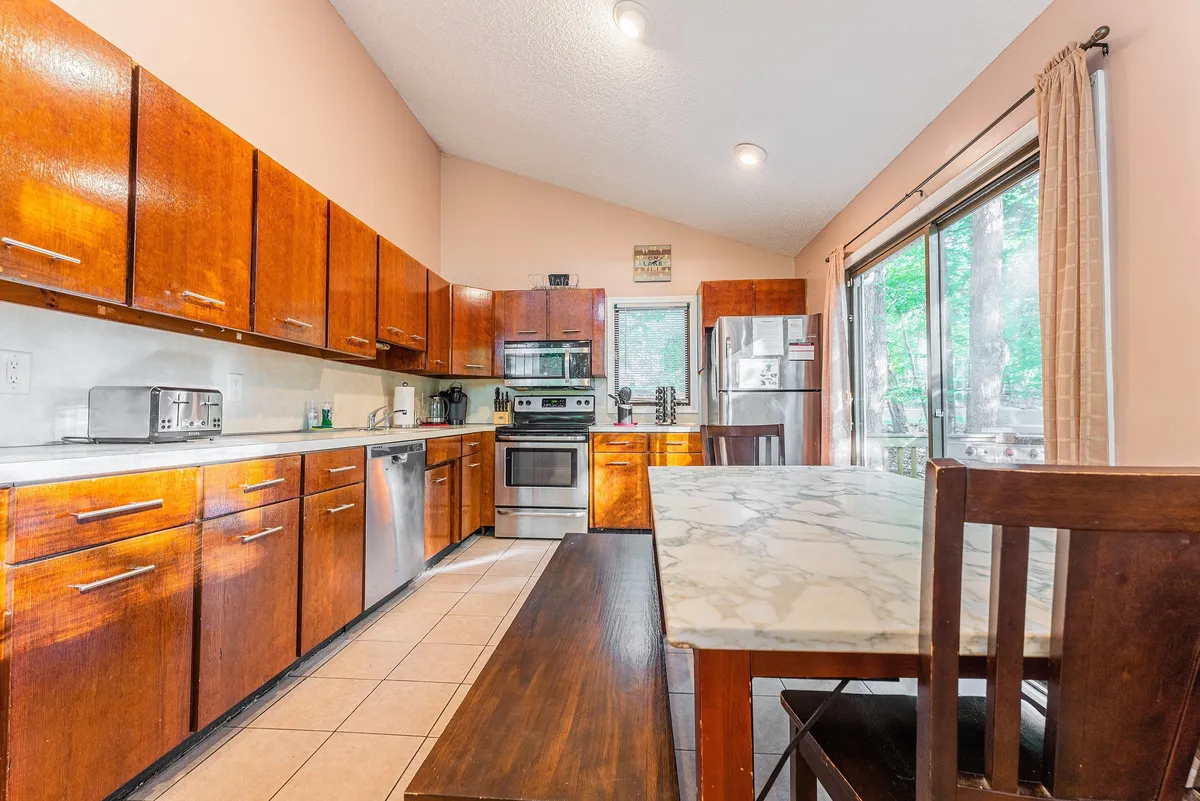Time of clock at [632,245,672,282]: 2:09
